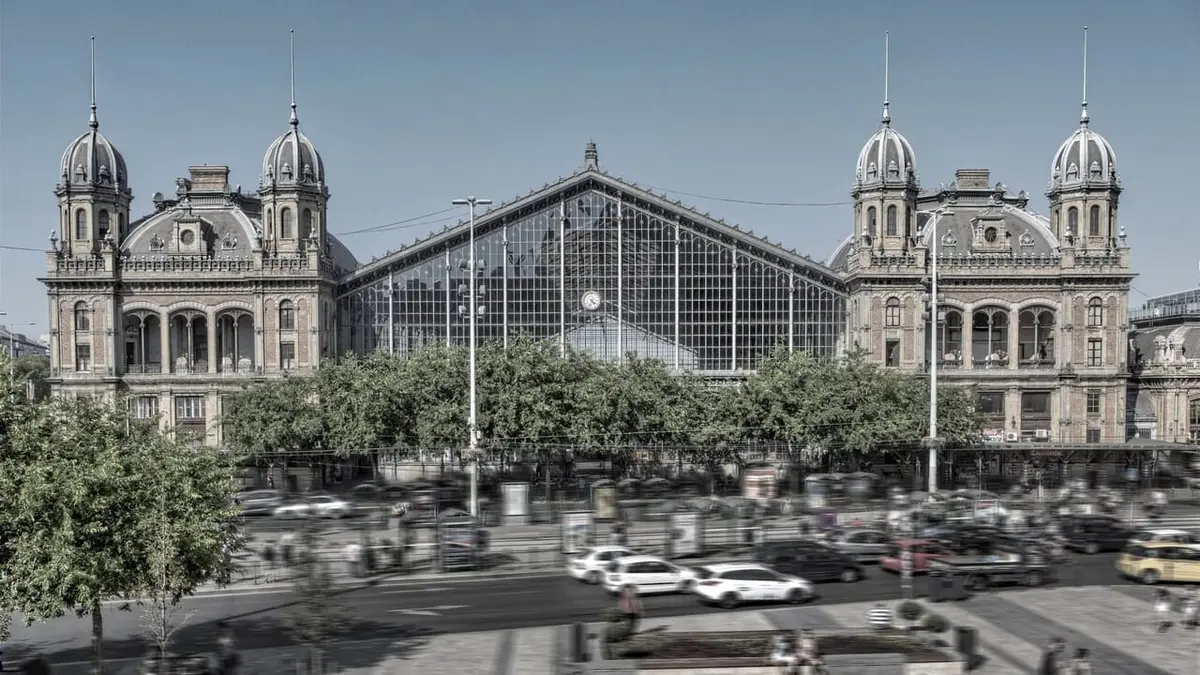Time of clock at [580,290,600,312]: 4:33
